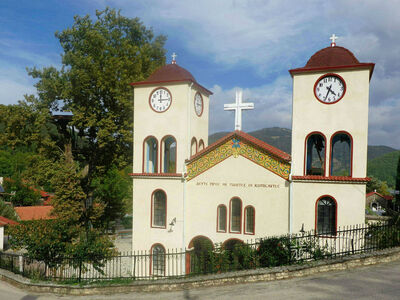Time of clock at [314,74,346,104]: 4:33
